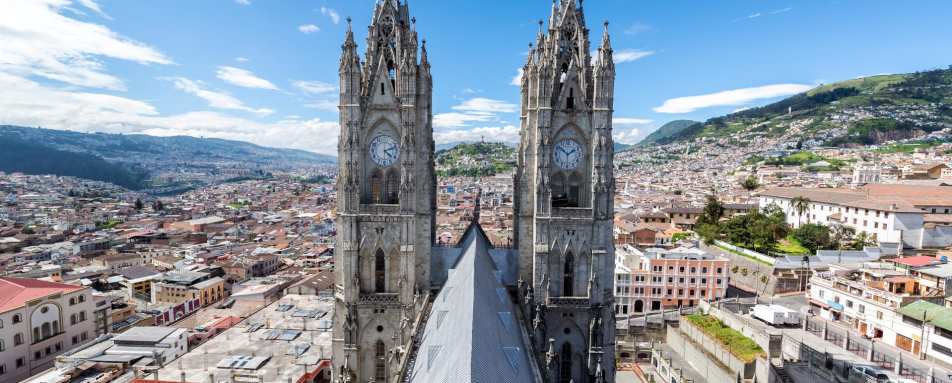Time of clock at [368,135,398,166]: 4:12
